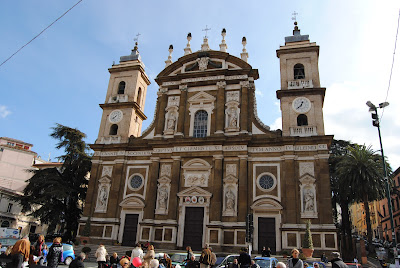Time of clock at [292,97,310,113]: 12:37
